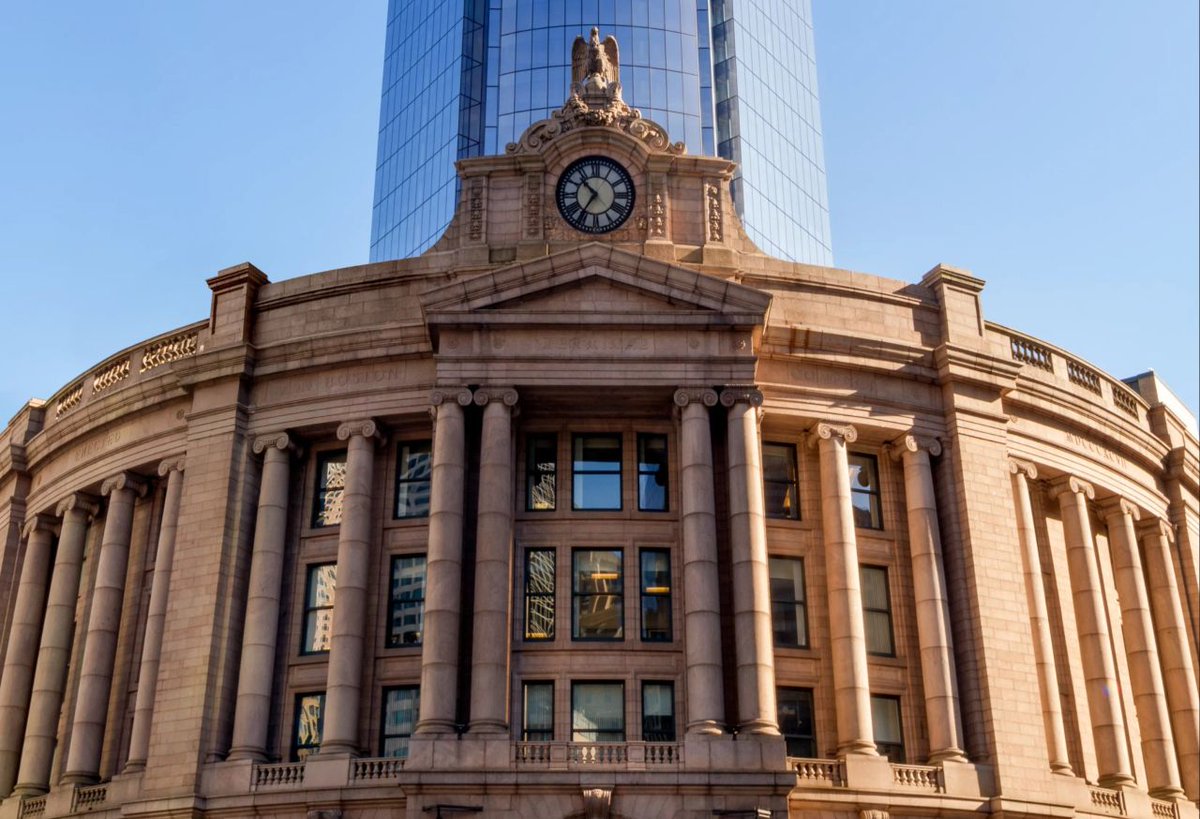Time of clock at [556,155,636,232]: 10:35
